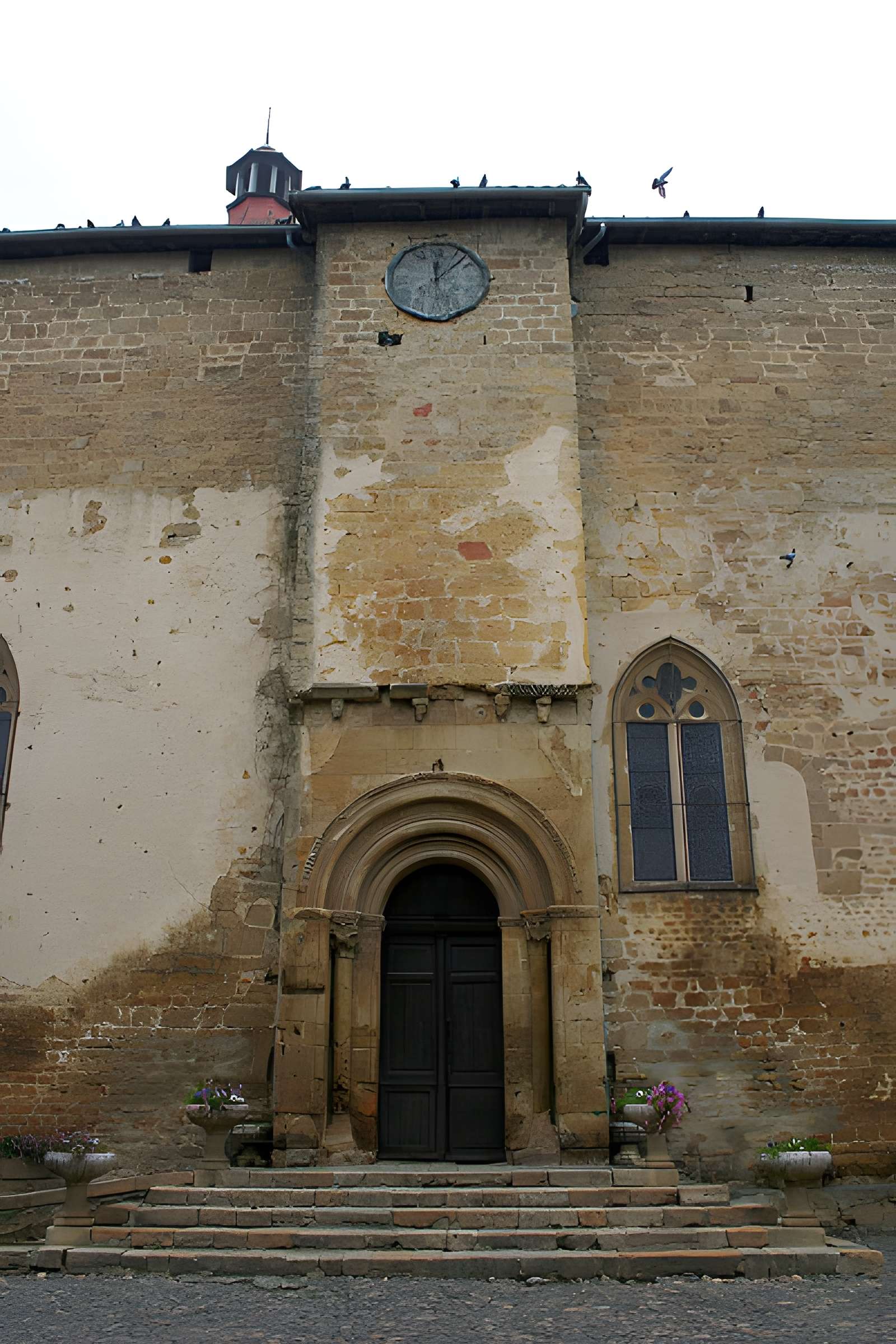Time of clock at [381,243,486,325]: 12:07
